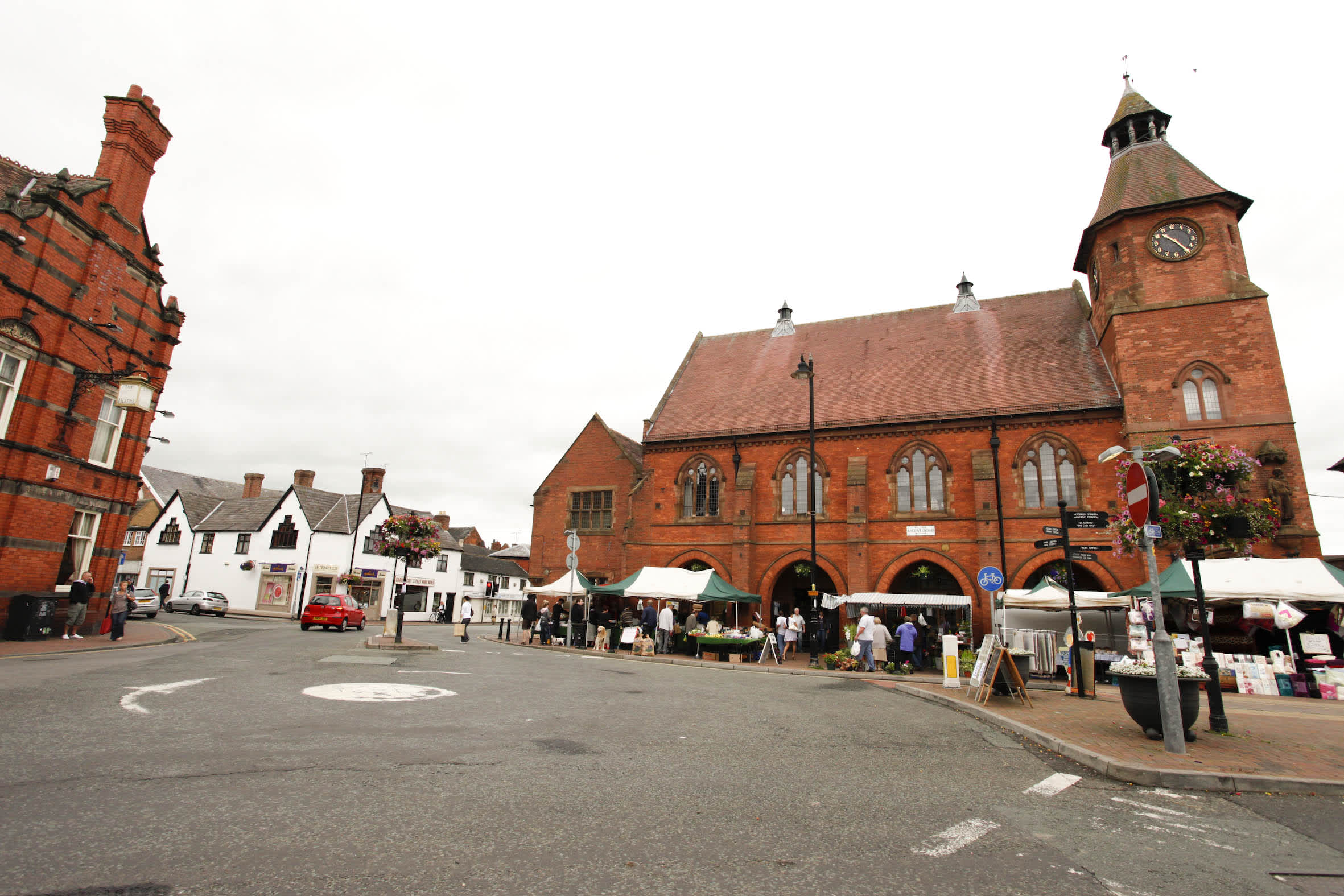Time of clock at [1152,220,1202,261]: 10:24
